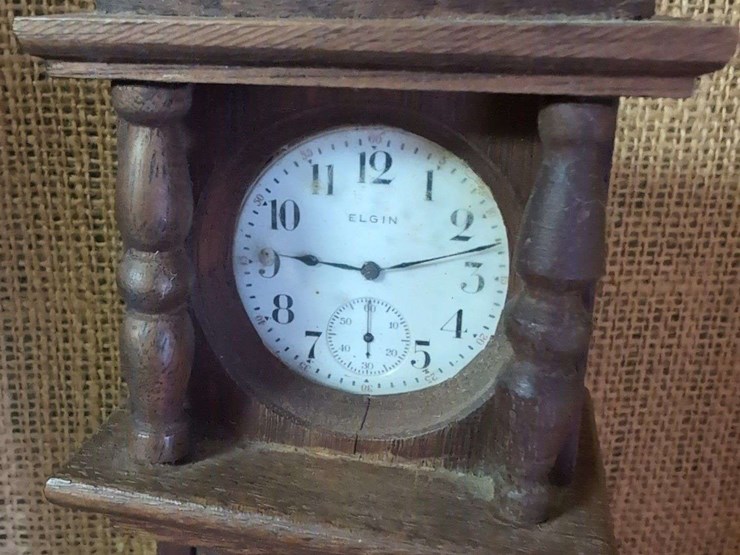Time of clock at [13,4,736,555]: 9:12
